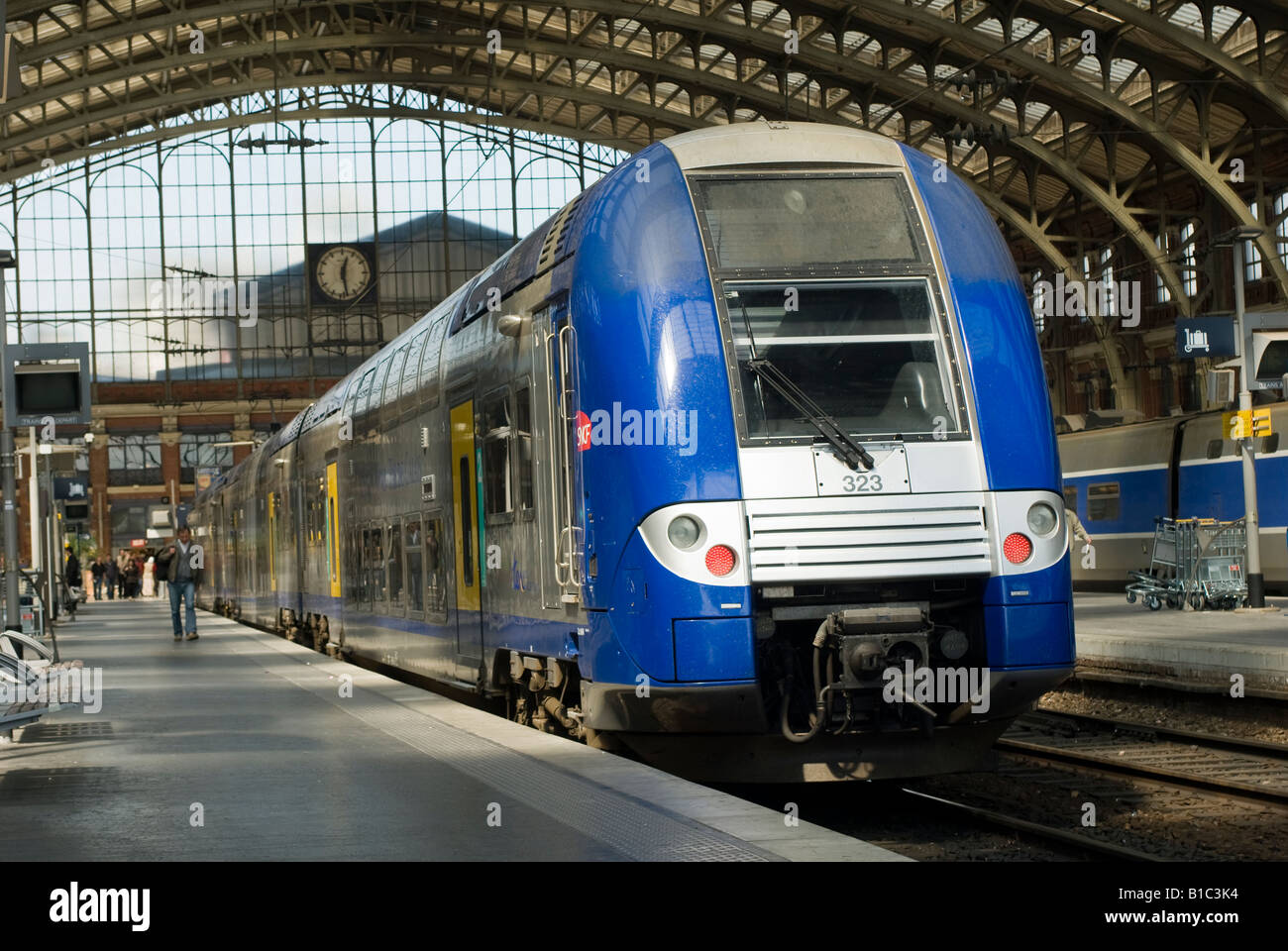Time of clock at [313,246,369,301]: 12:28
